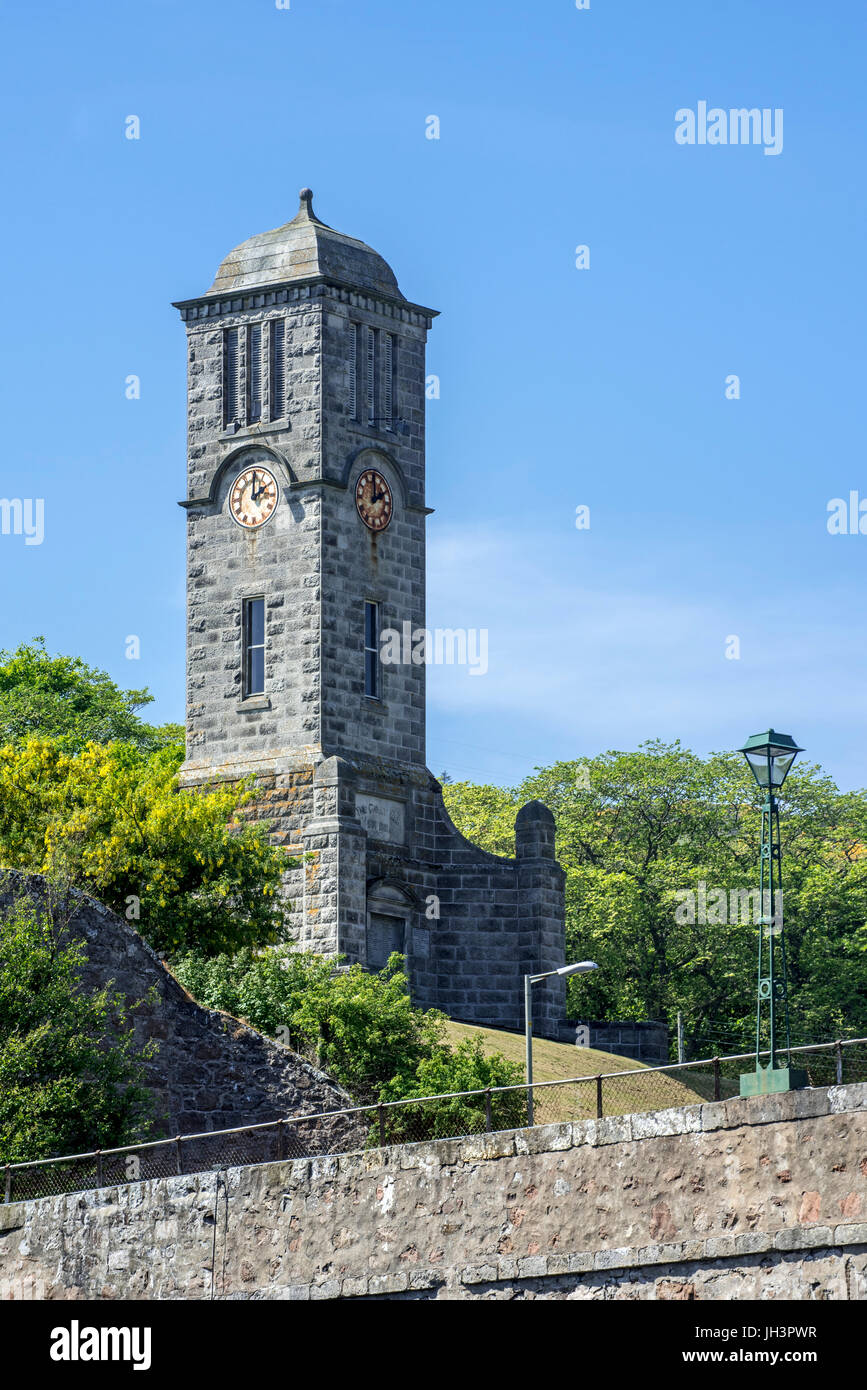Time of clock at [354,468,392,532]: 2:00
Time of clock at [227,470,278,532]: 2:00
